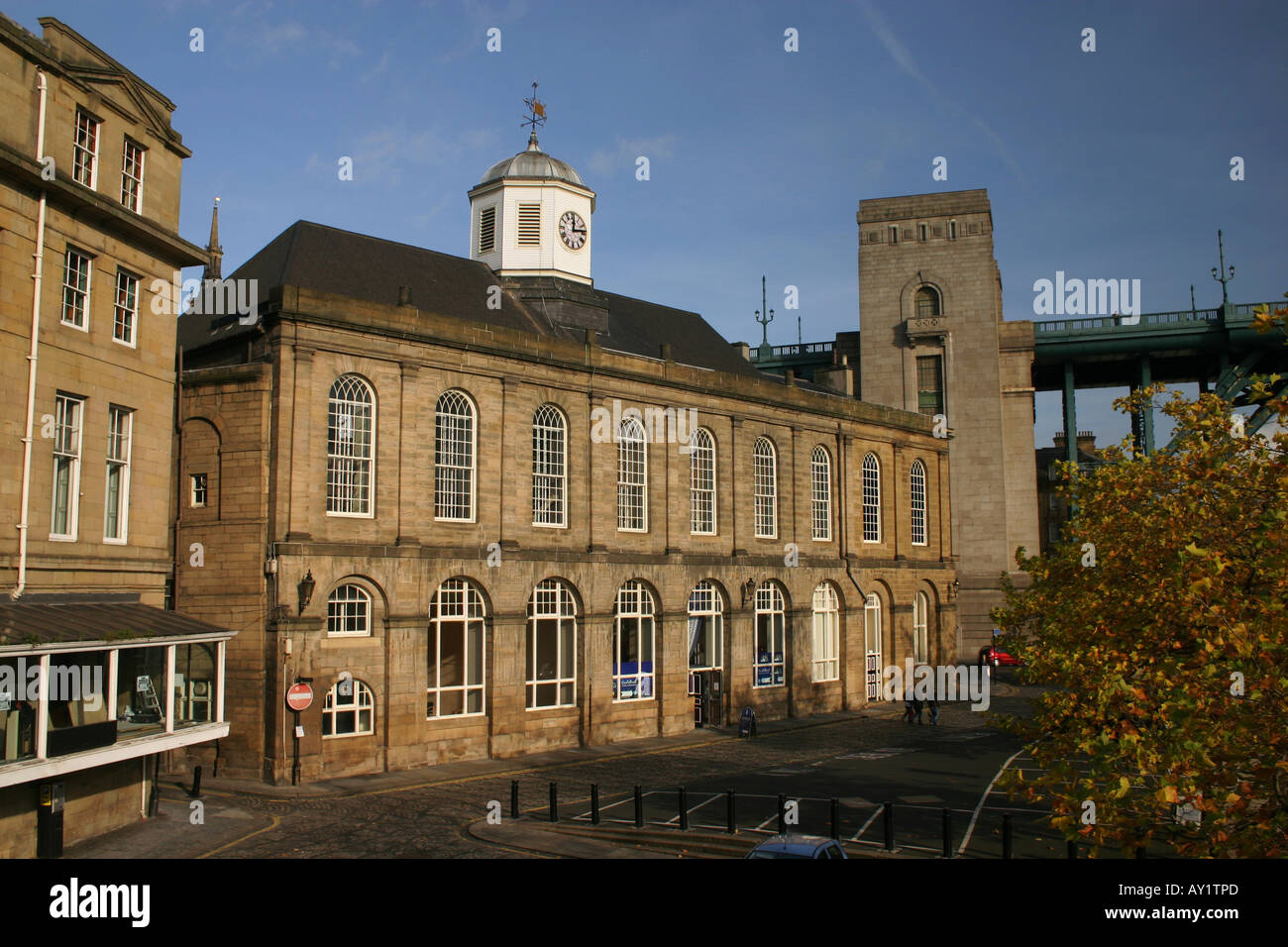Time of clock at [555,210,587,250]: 12:13
